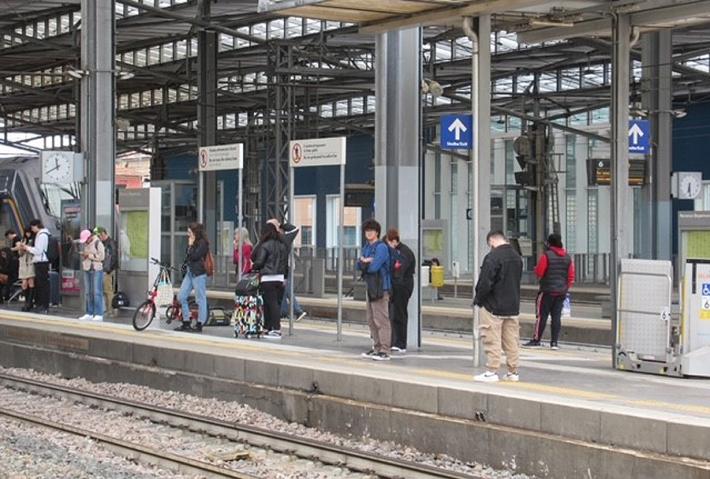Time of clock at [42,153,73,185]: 11:40
